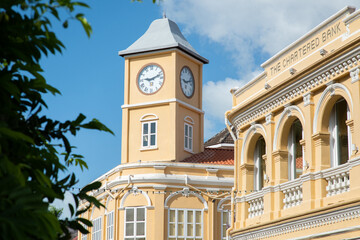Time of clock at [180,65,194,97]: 9:12
